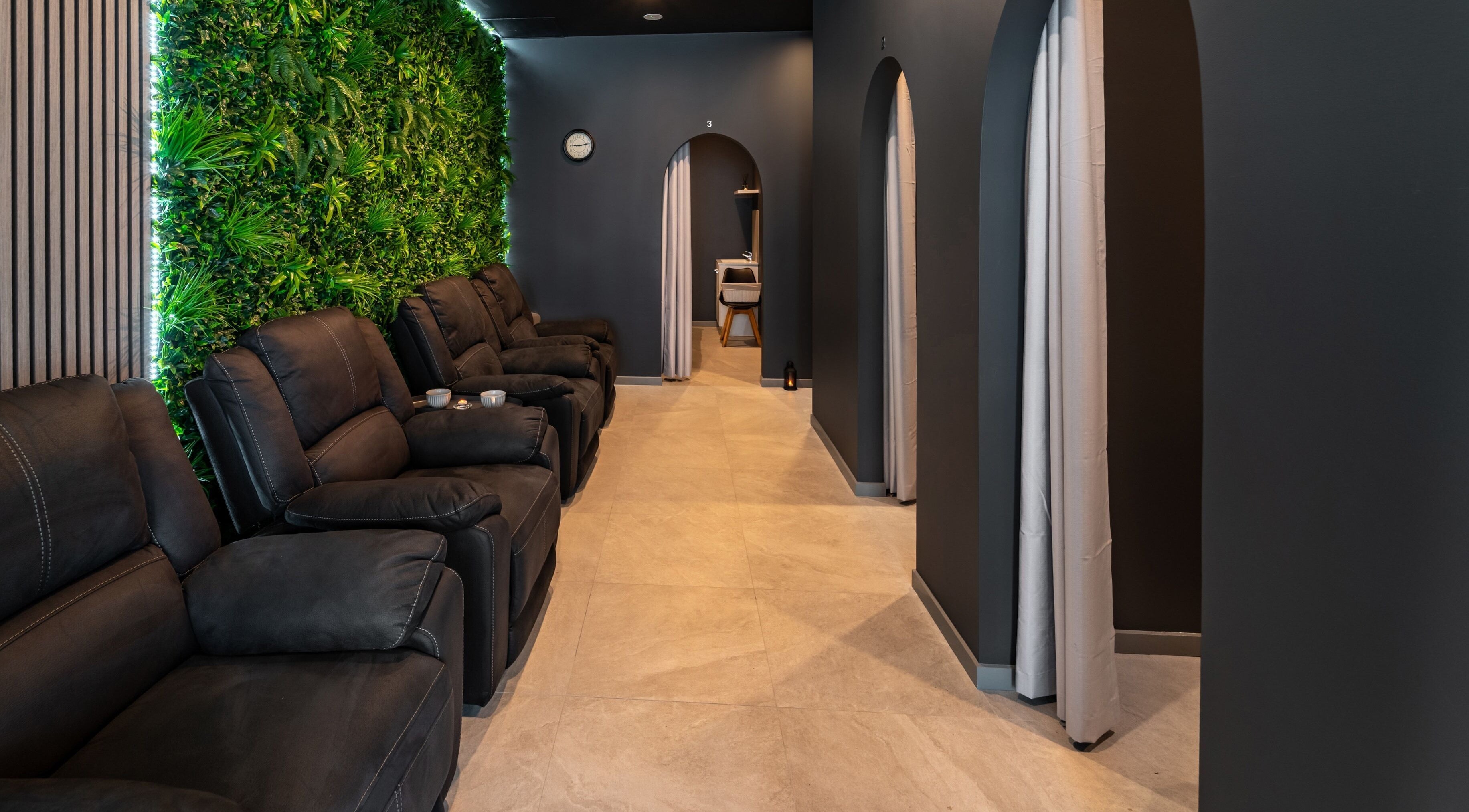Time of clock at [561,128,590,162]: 9:13
